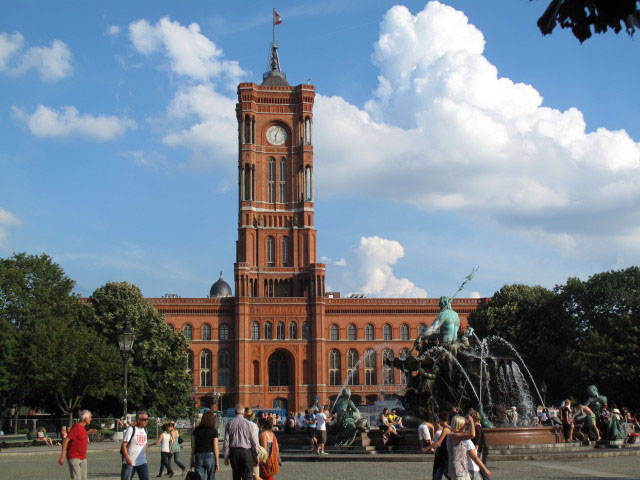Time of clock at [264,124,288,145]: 6:03
